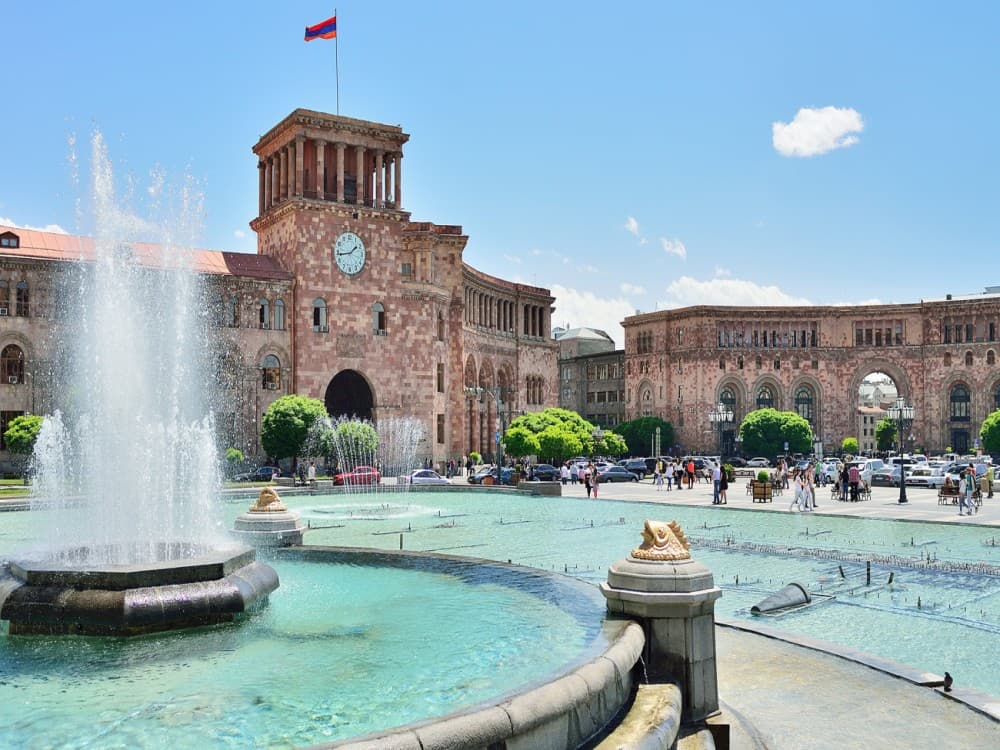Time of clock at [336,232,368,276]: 1:43
